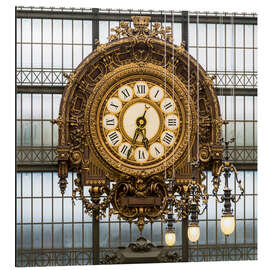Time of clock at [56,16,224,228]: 5:34
